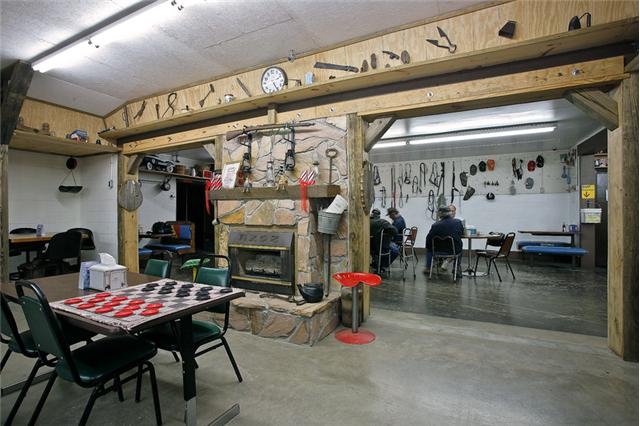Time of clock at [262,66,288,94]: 2:25
